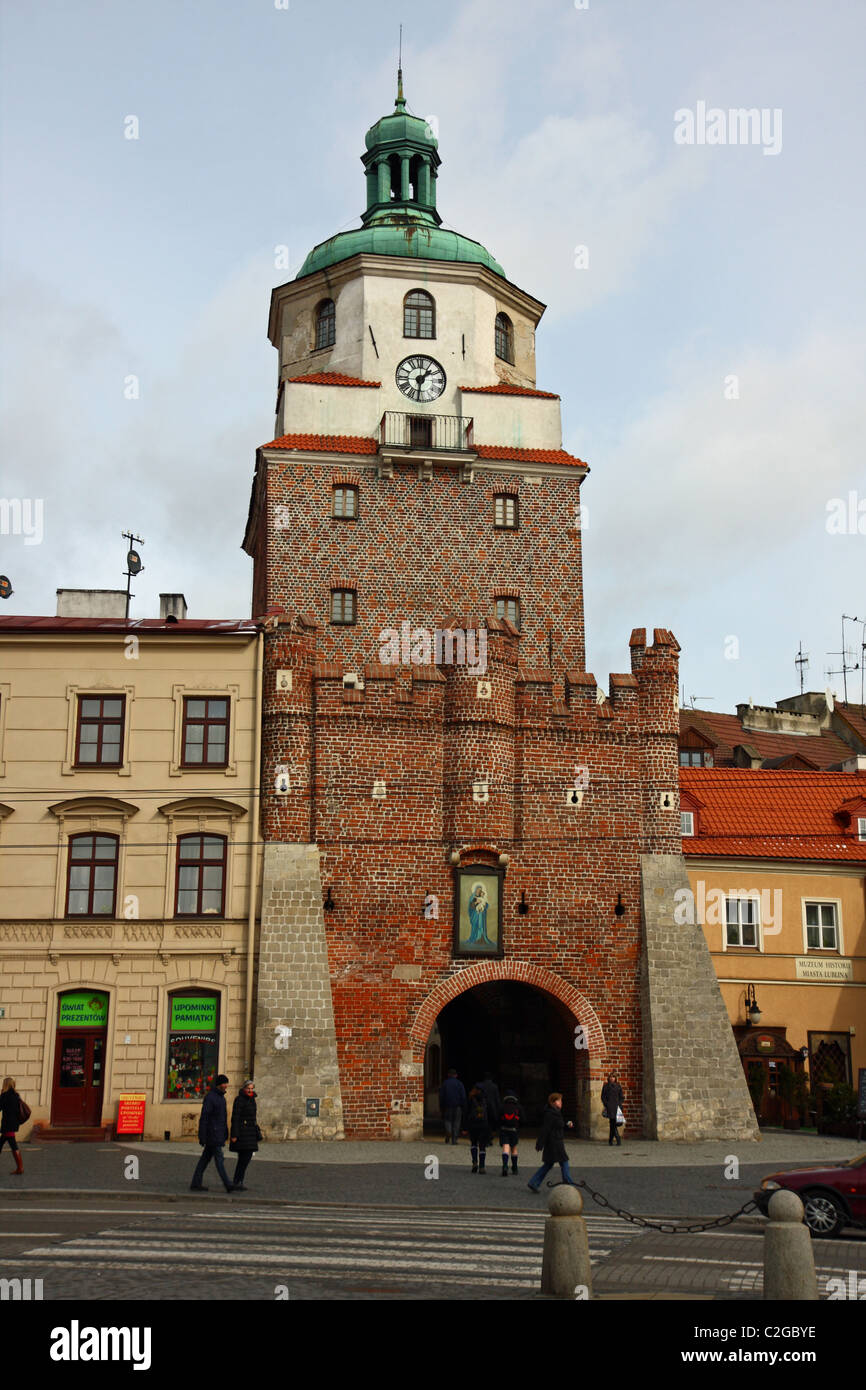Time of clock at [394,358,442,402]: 1:31
